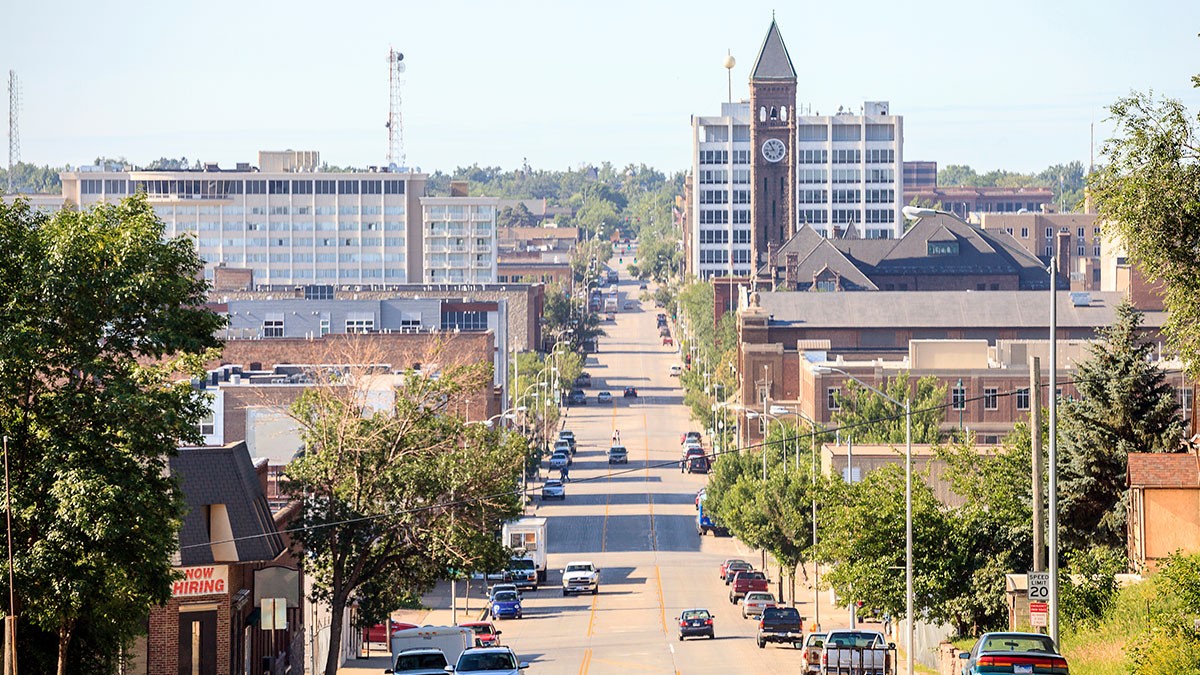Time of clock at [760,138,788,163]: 8:54
